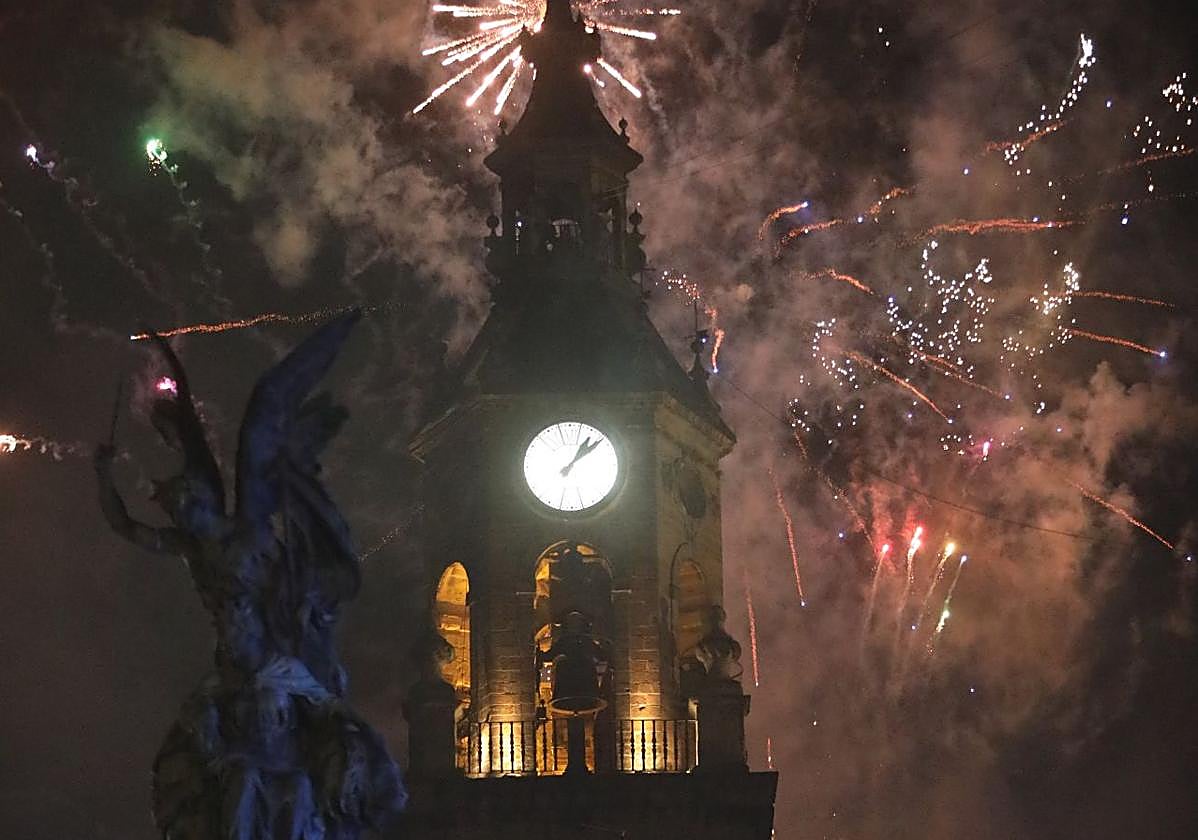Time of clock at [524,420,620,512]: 1:08
